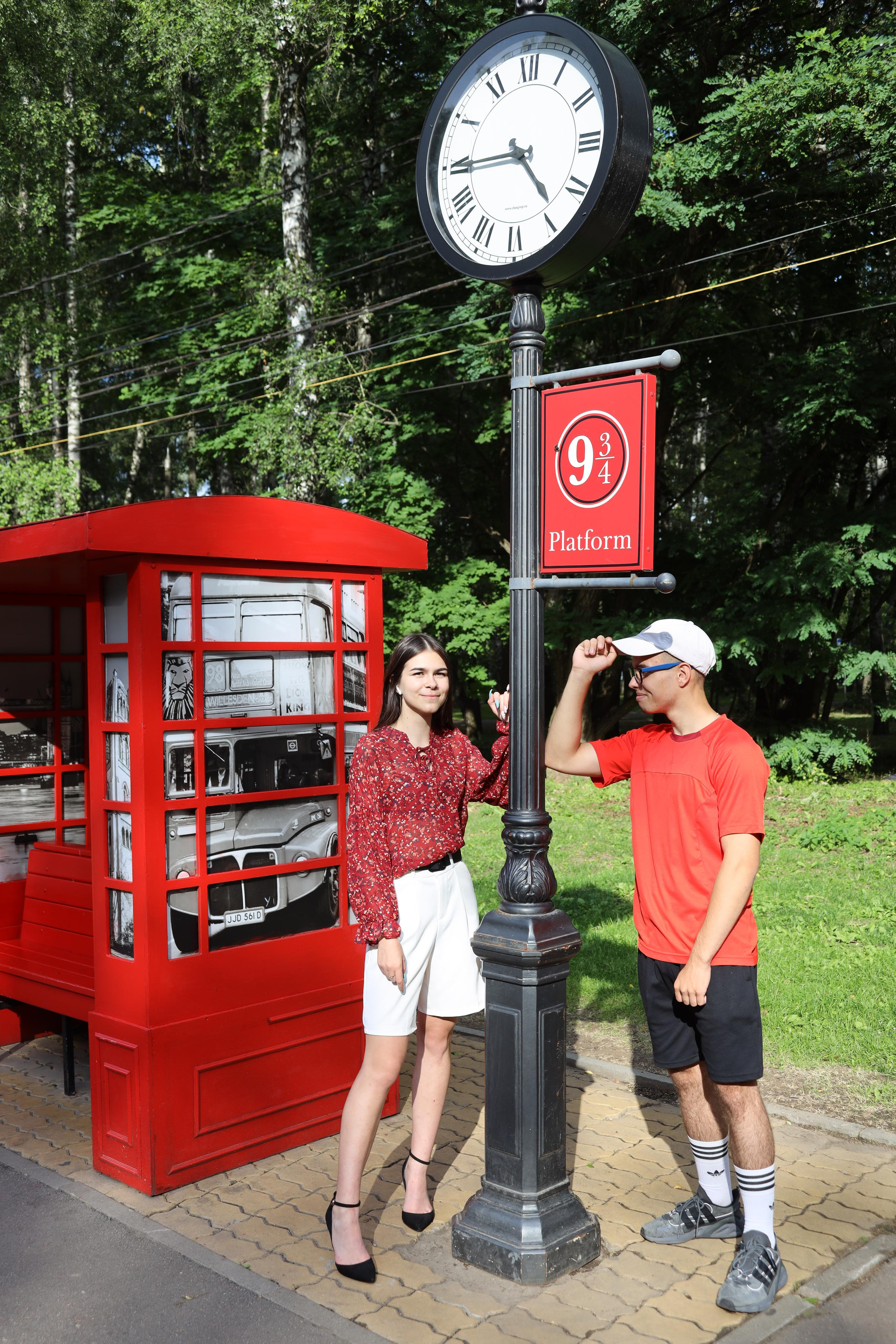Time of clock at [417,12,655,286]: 4:44
